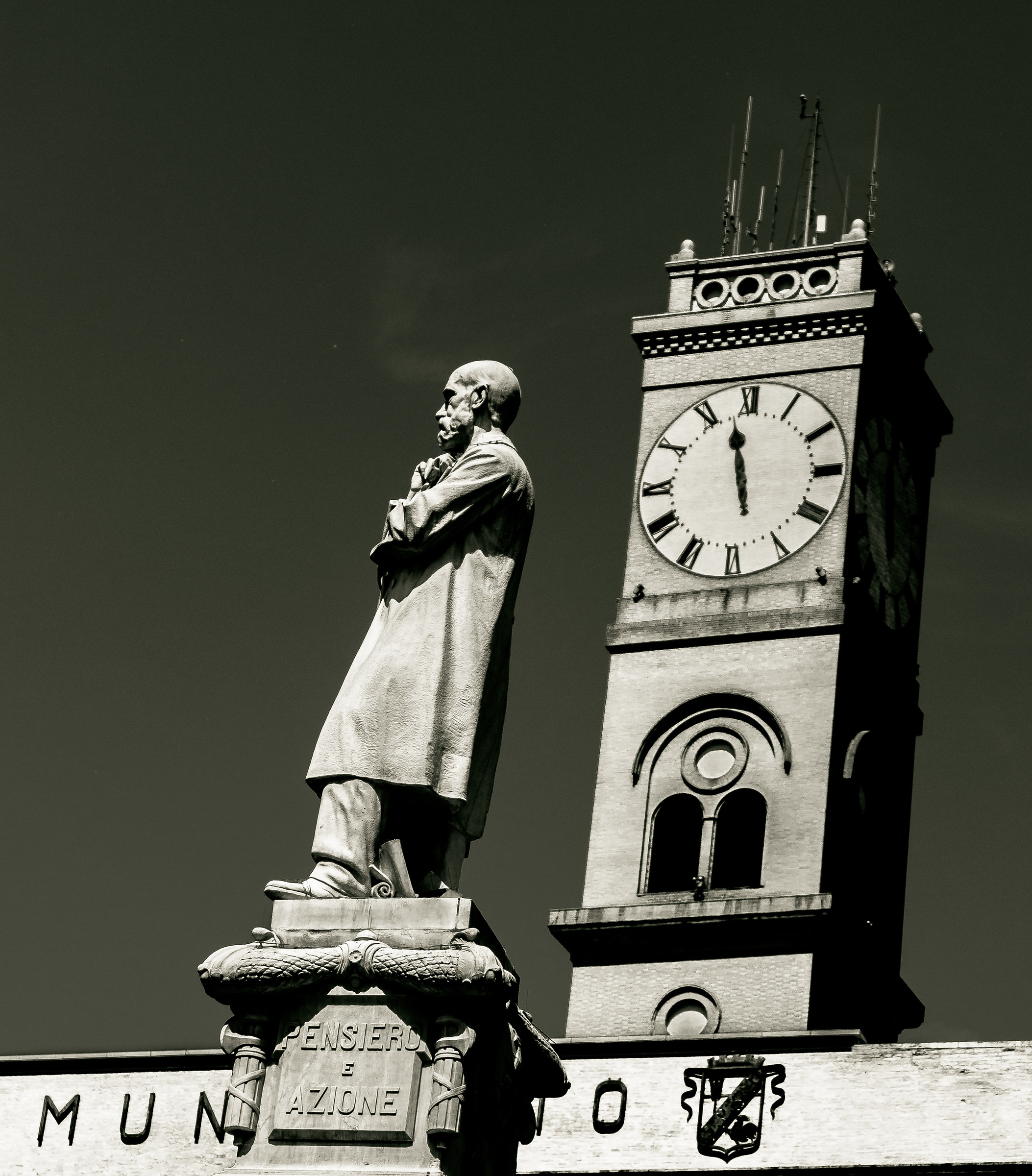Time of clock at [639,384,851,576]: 11:28
